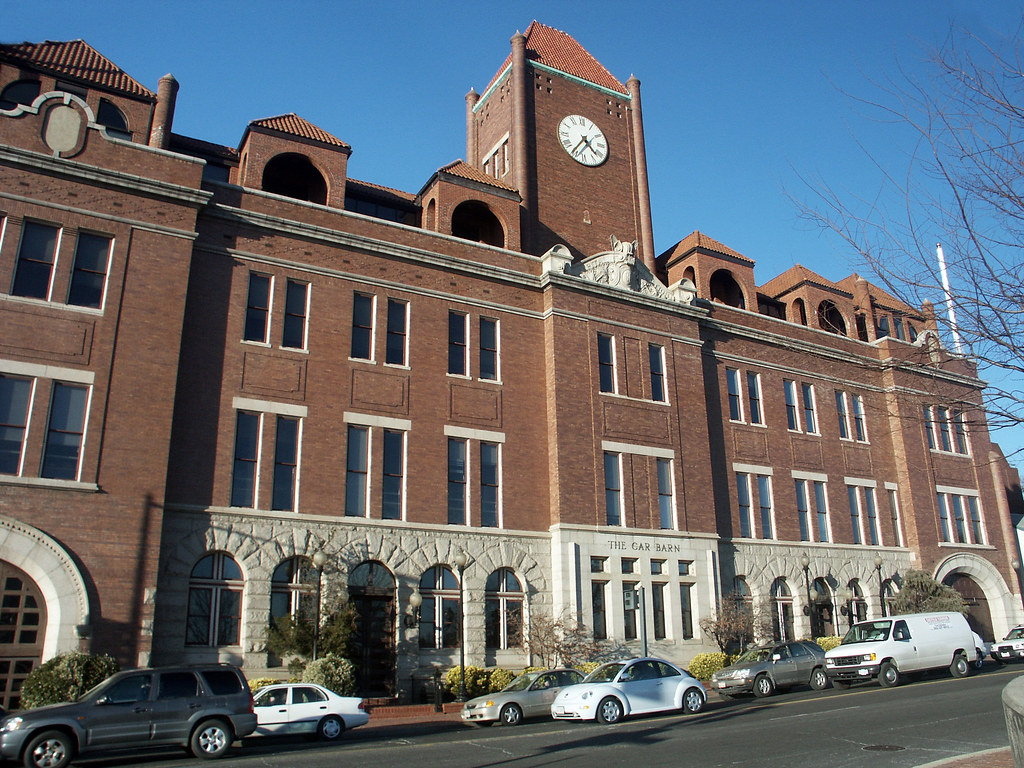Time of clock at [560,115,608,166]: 4:36
